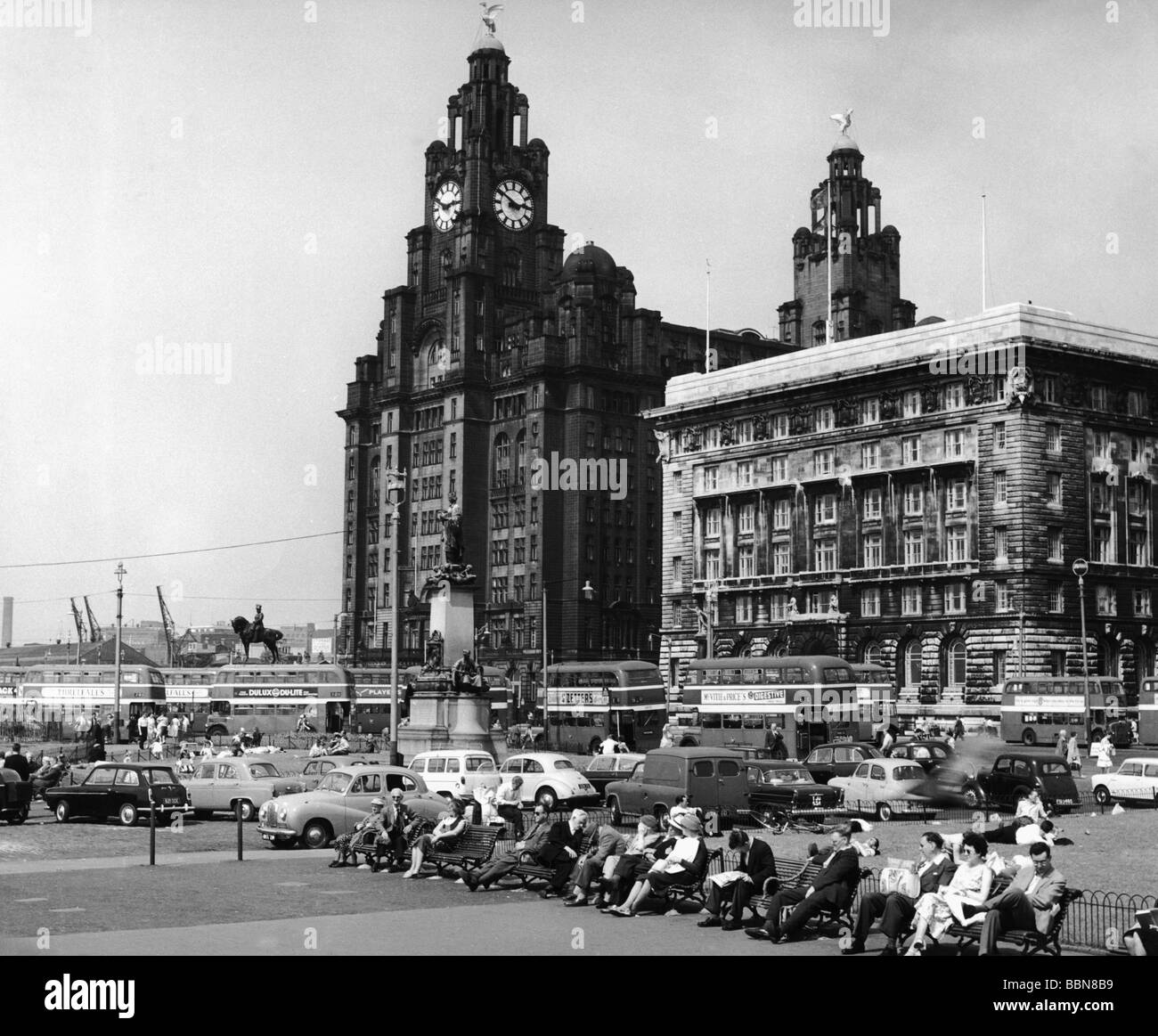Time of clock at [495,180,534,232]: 2:50
